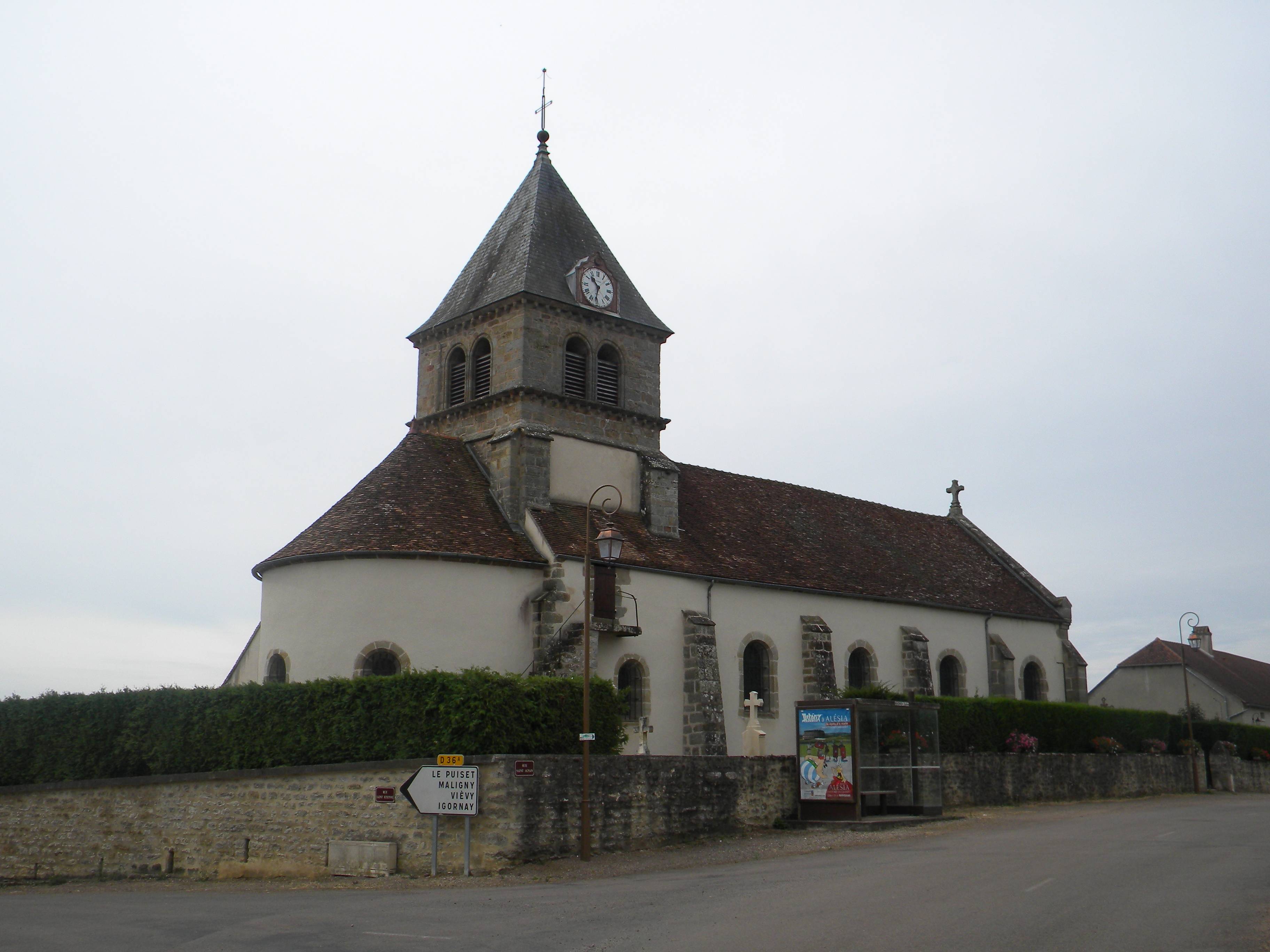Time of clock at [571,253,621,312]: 10:31
